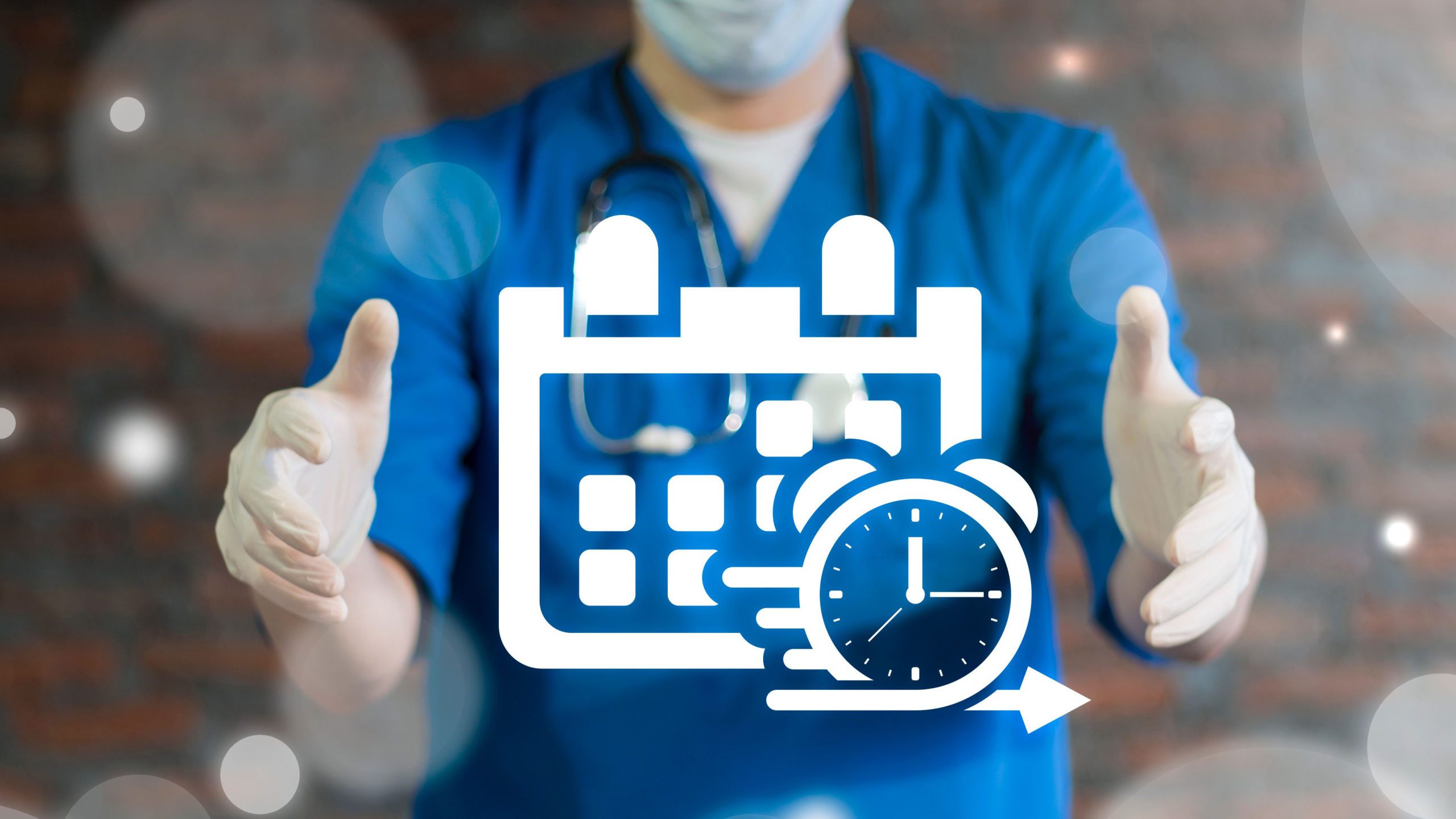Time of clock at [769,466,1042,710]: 12:14
